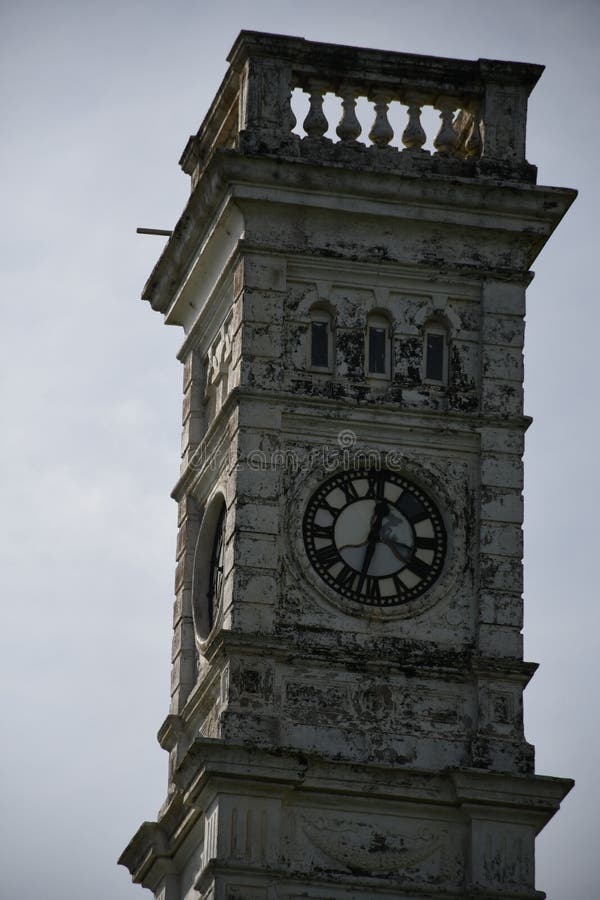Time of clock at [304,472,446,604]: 12:32
